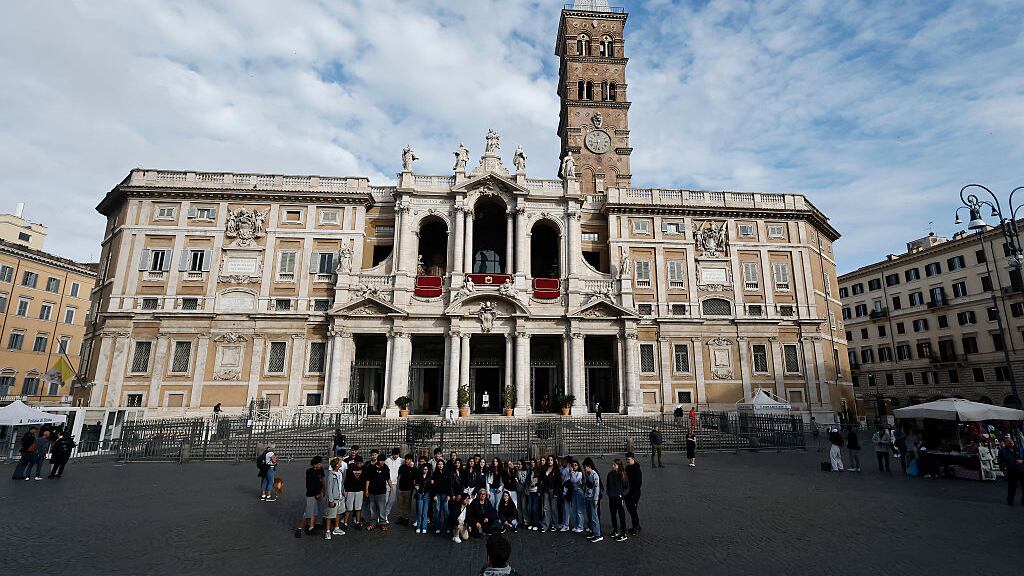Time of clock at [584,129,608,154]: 8:32
